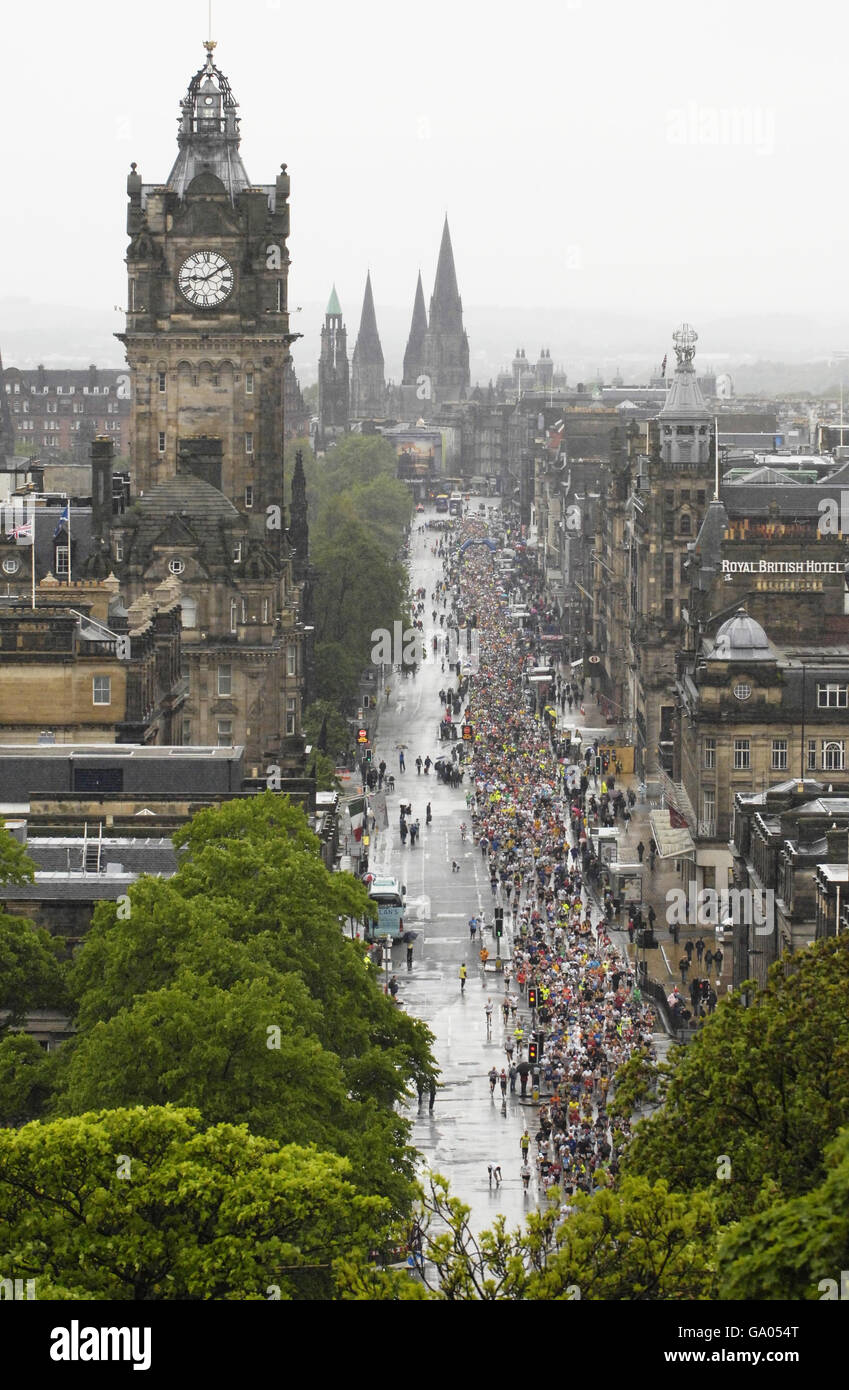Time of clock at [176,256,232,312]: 9:08
